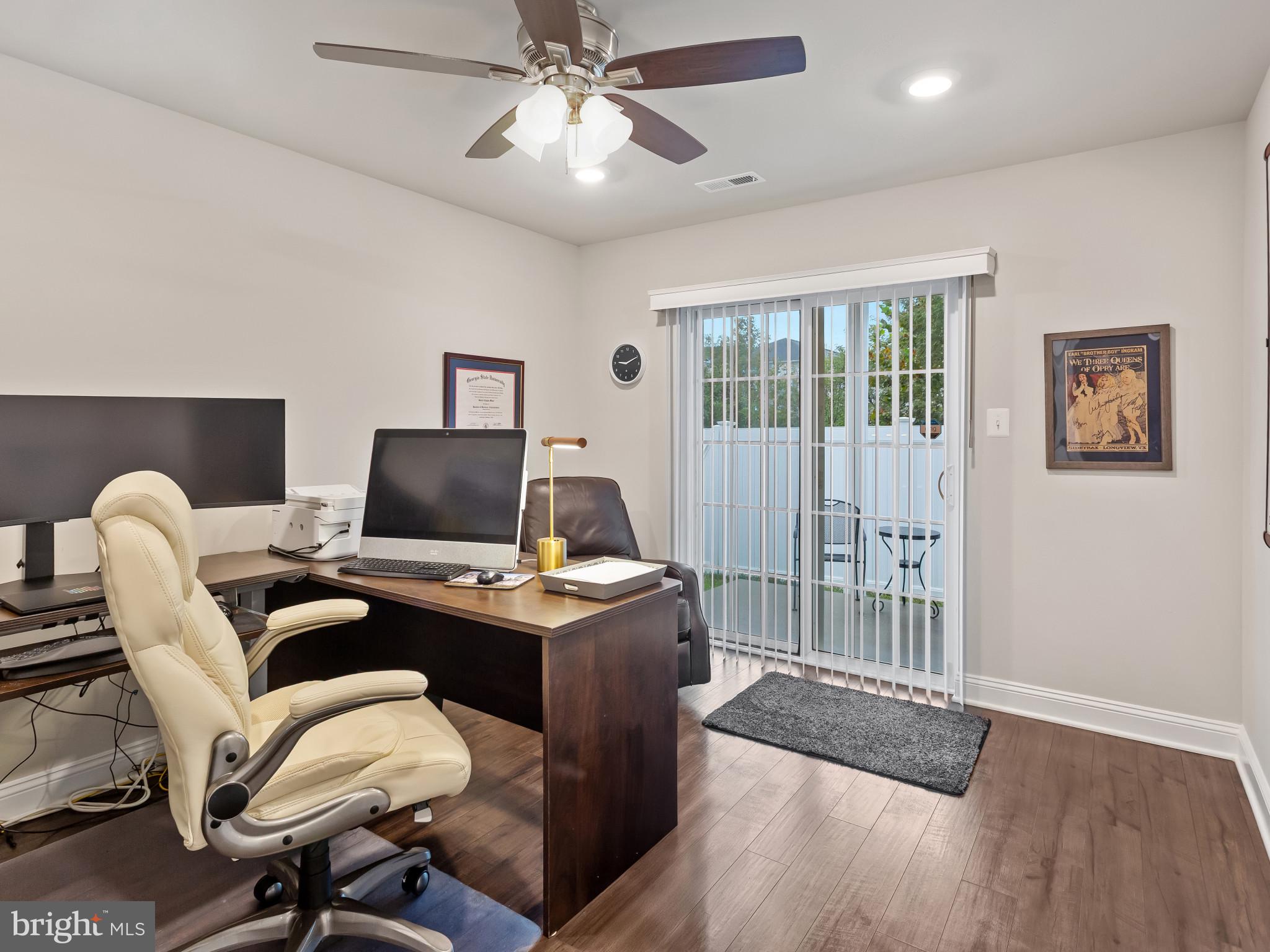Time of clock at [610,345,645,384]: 9:10
